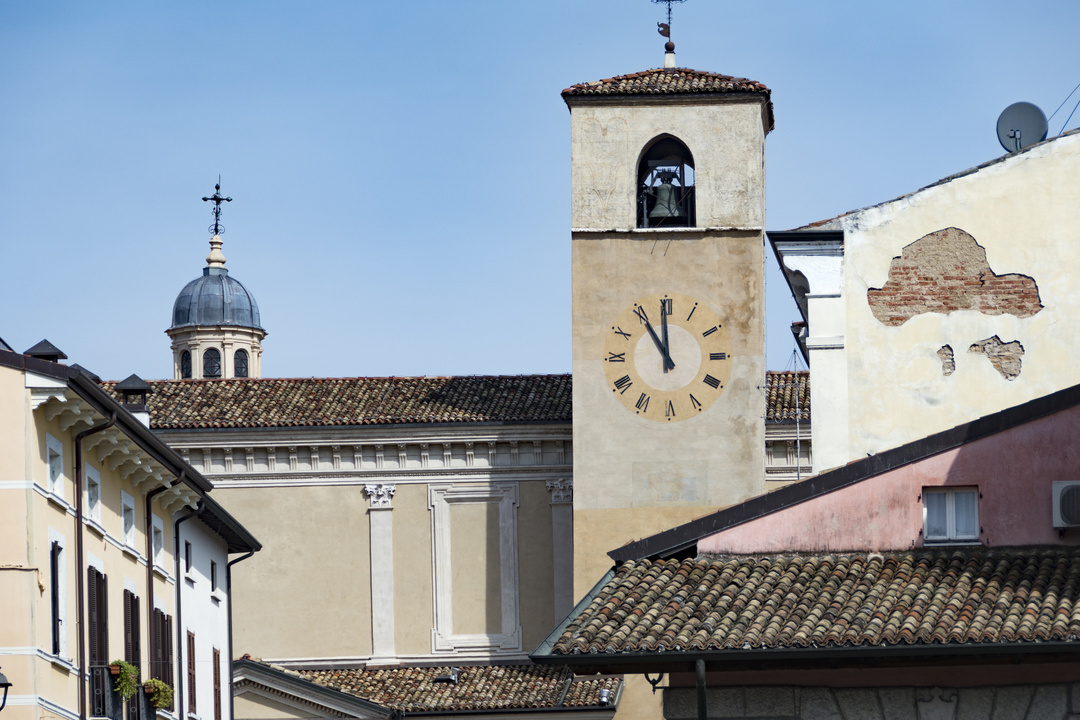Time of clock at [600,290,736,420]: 10:59
